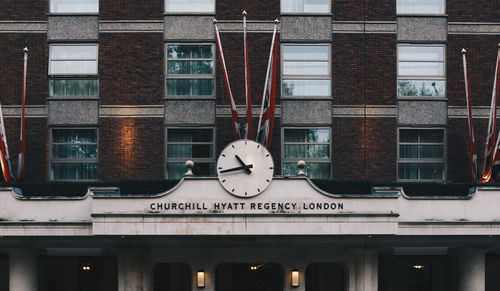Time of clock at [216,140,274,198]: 10:43
